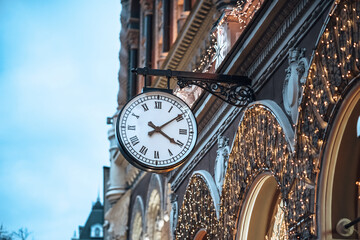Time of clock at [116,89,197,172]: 4:09
